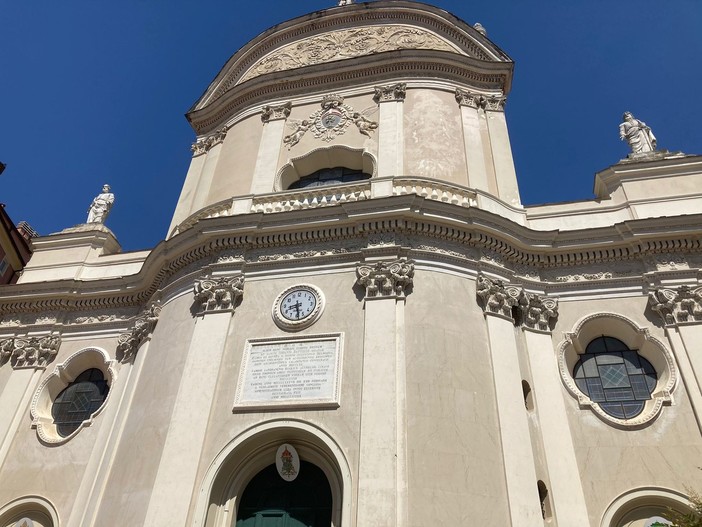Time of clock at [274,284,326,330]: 8:28
